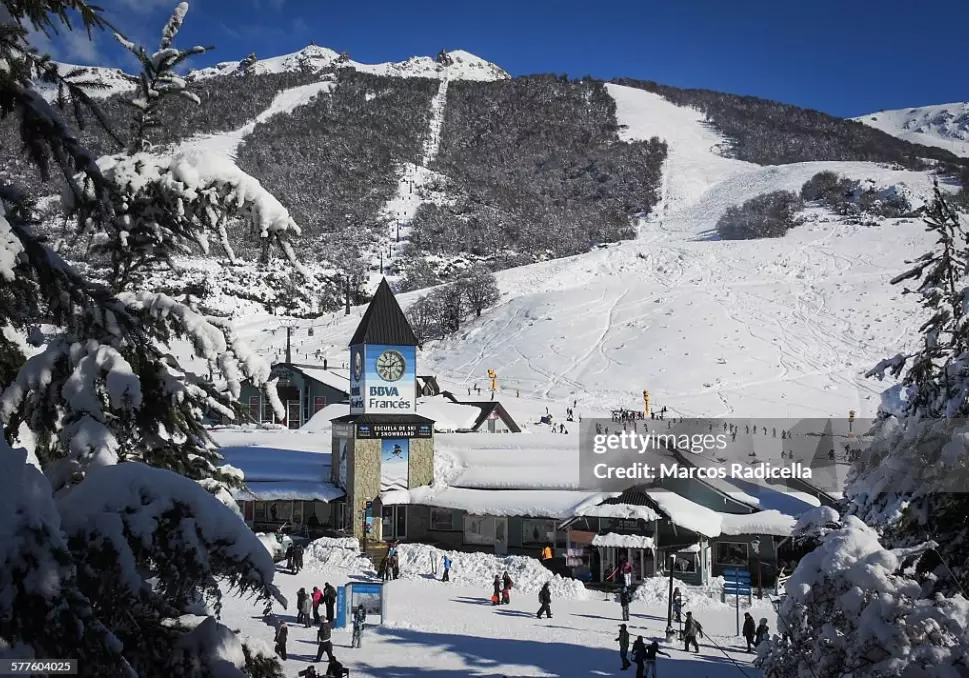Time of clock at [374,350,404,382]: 1:43
